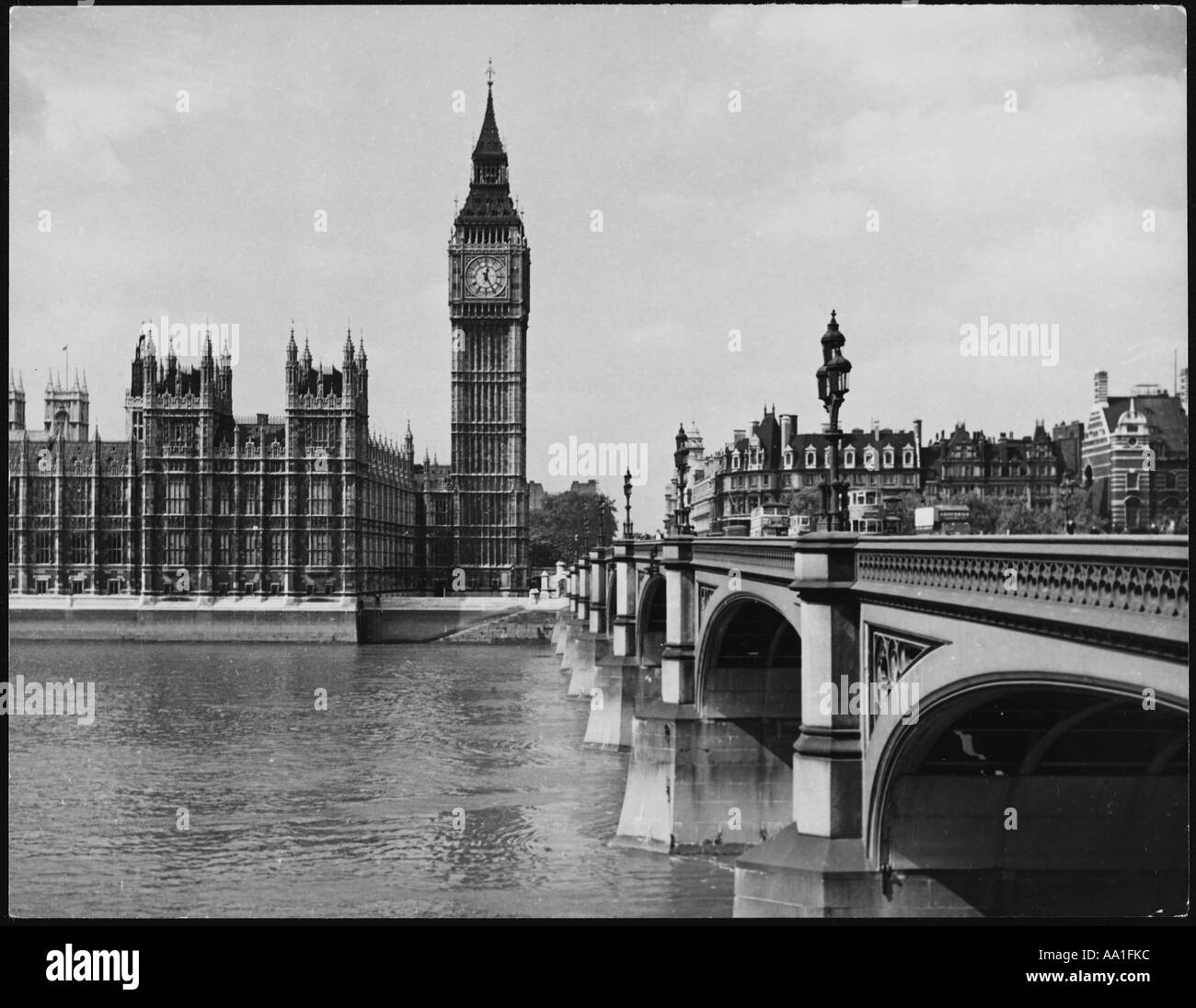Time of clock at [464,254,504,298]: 12:24
